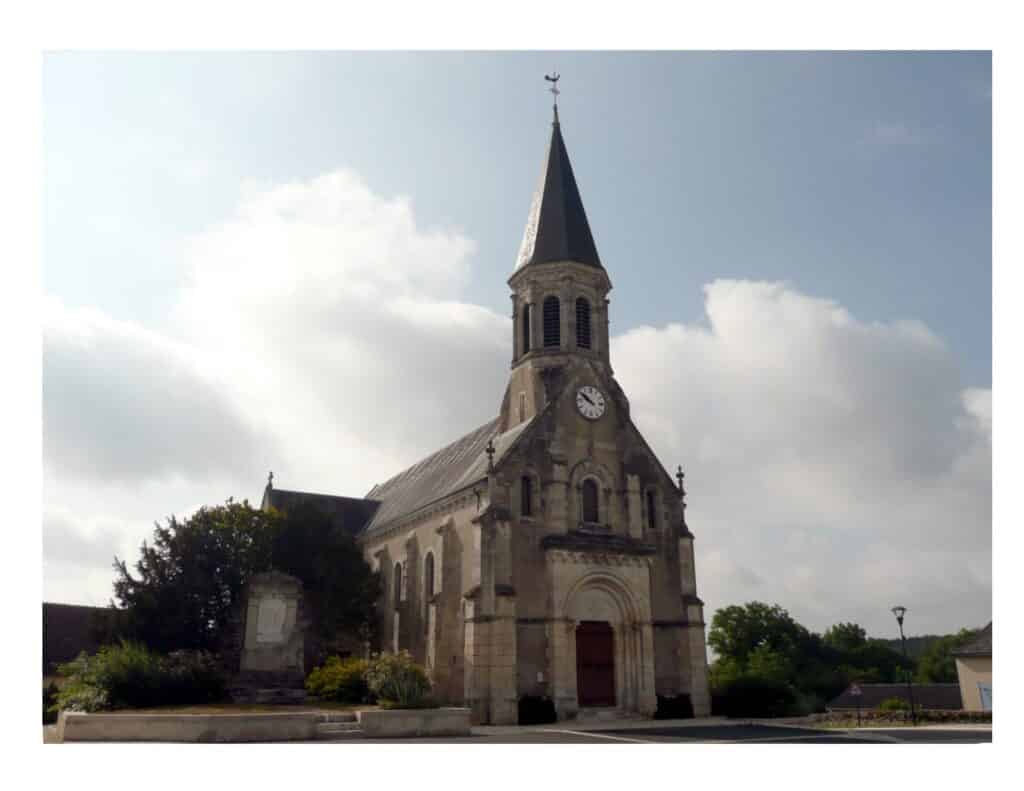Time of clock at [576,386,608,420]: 9:50
